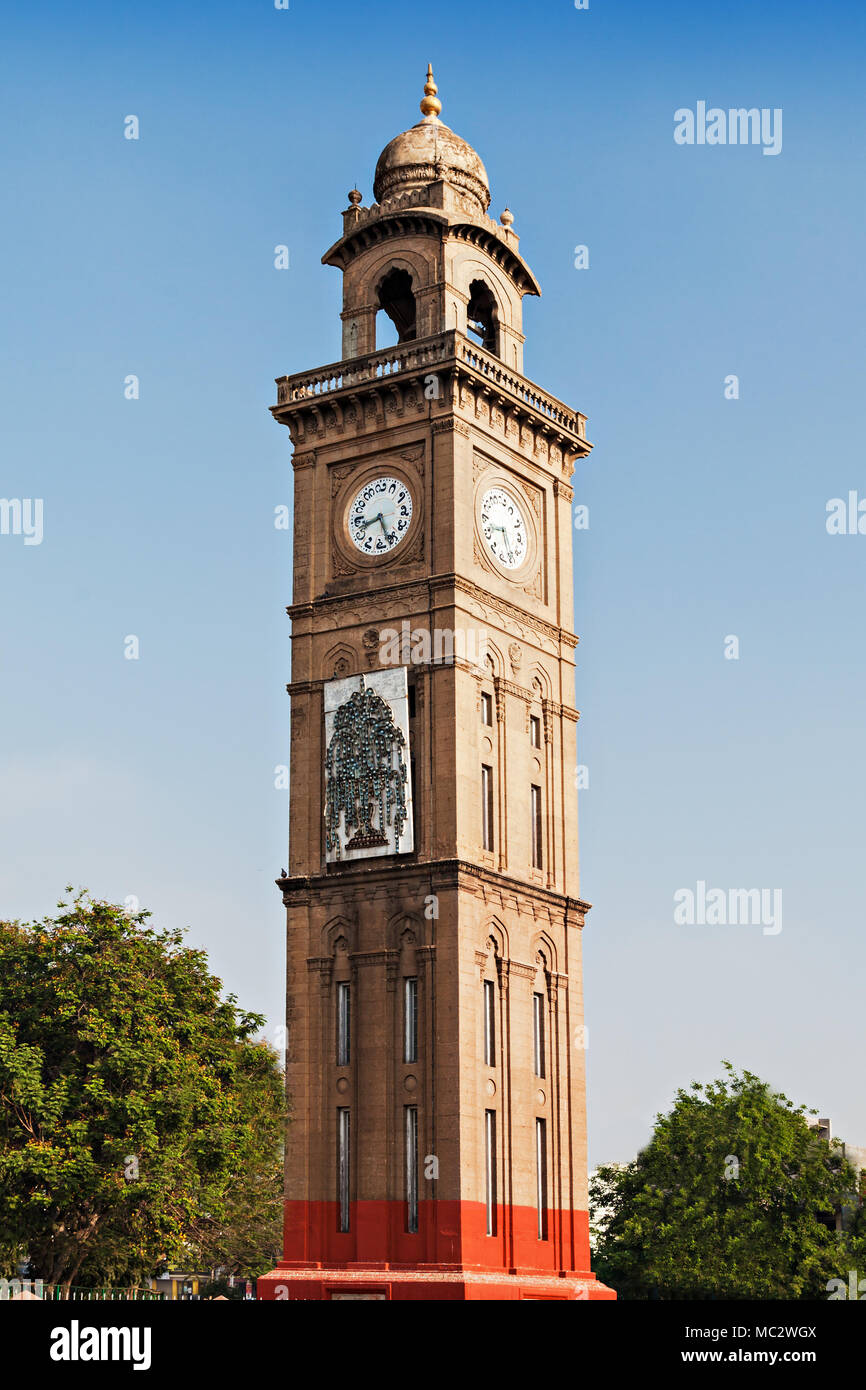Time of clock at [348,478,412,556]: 8:26
